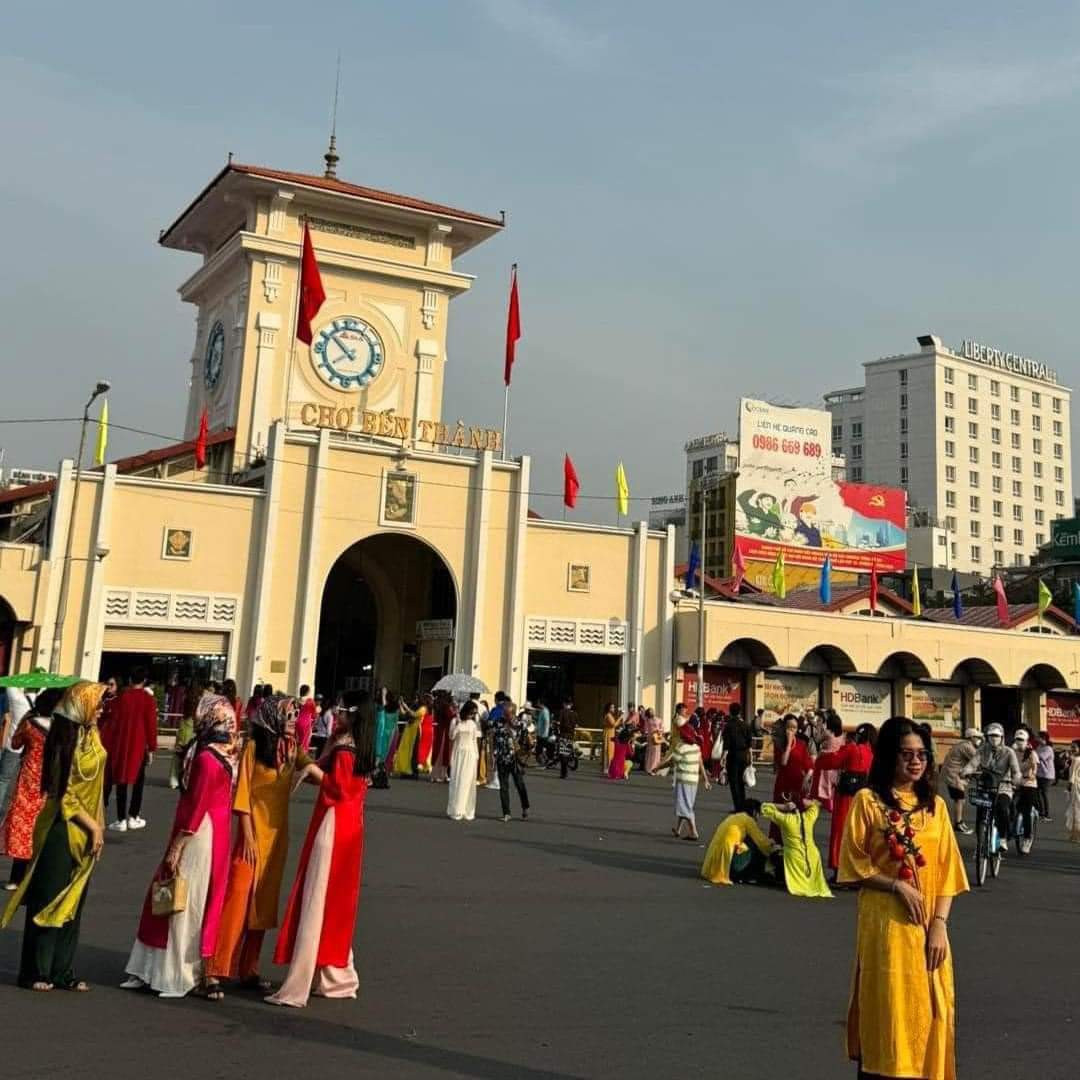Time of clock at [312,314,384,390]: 7:52
